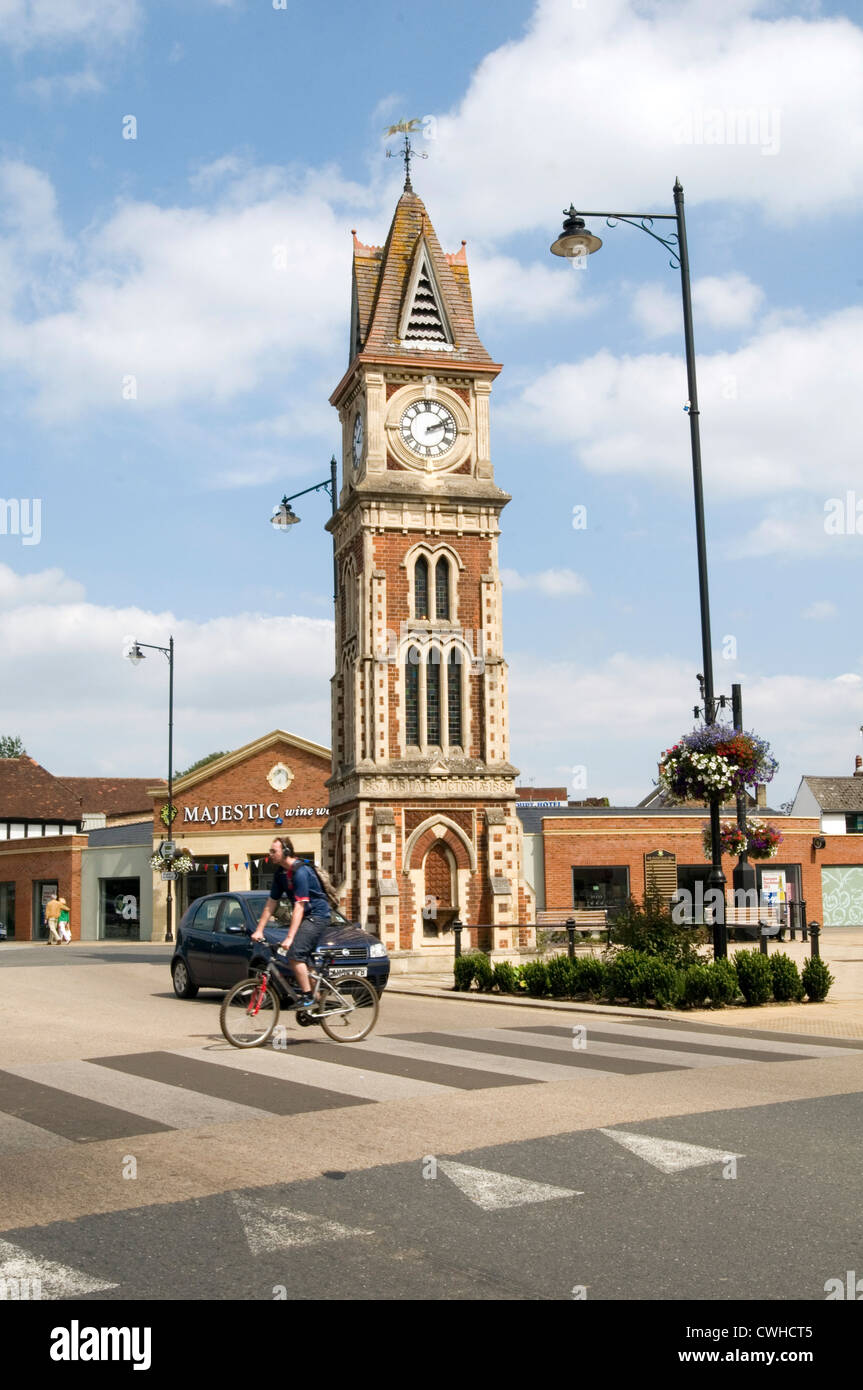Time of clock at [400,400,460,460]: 2:12
